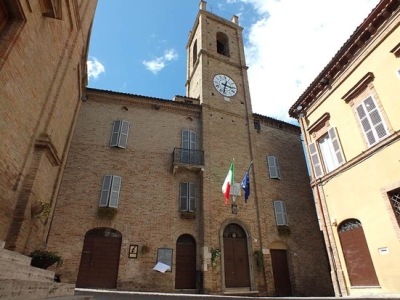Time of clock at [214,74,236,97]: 3:32
